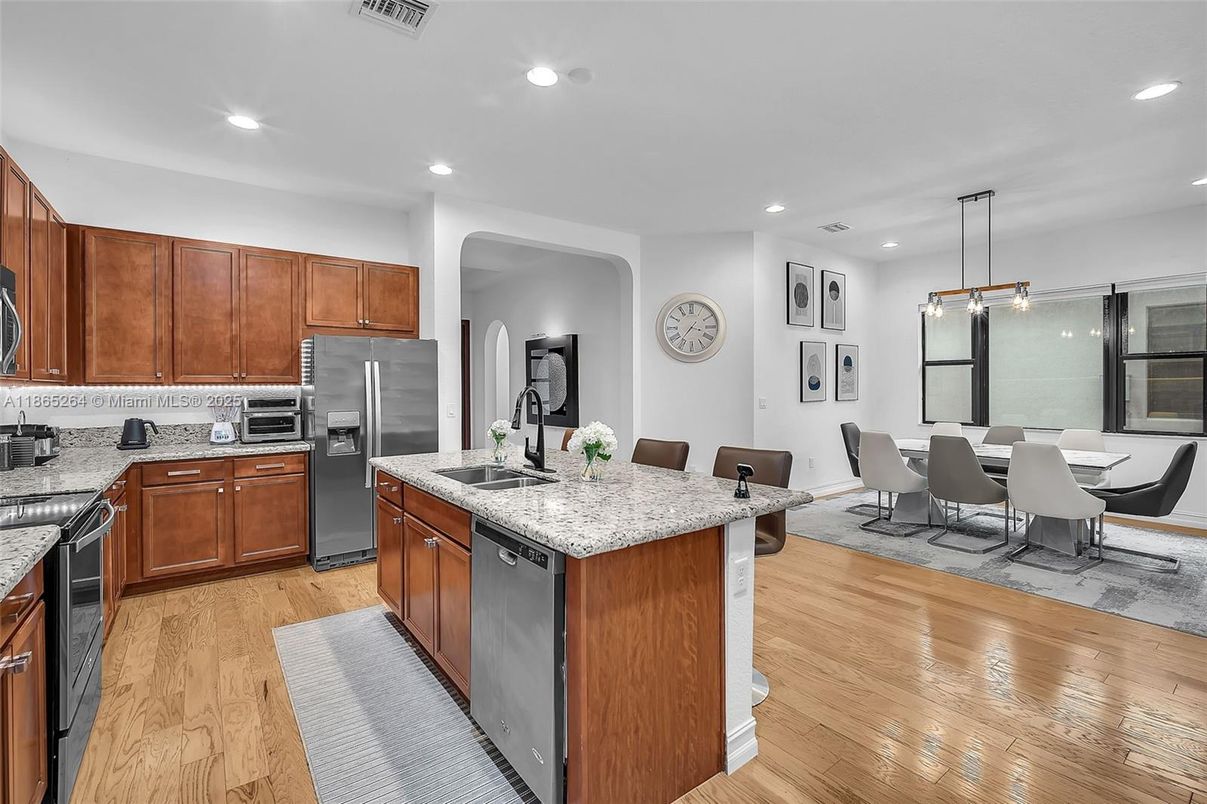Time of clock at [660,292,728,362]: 3:36
